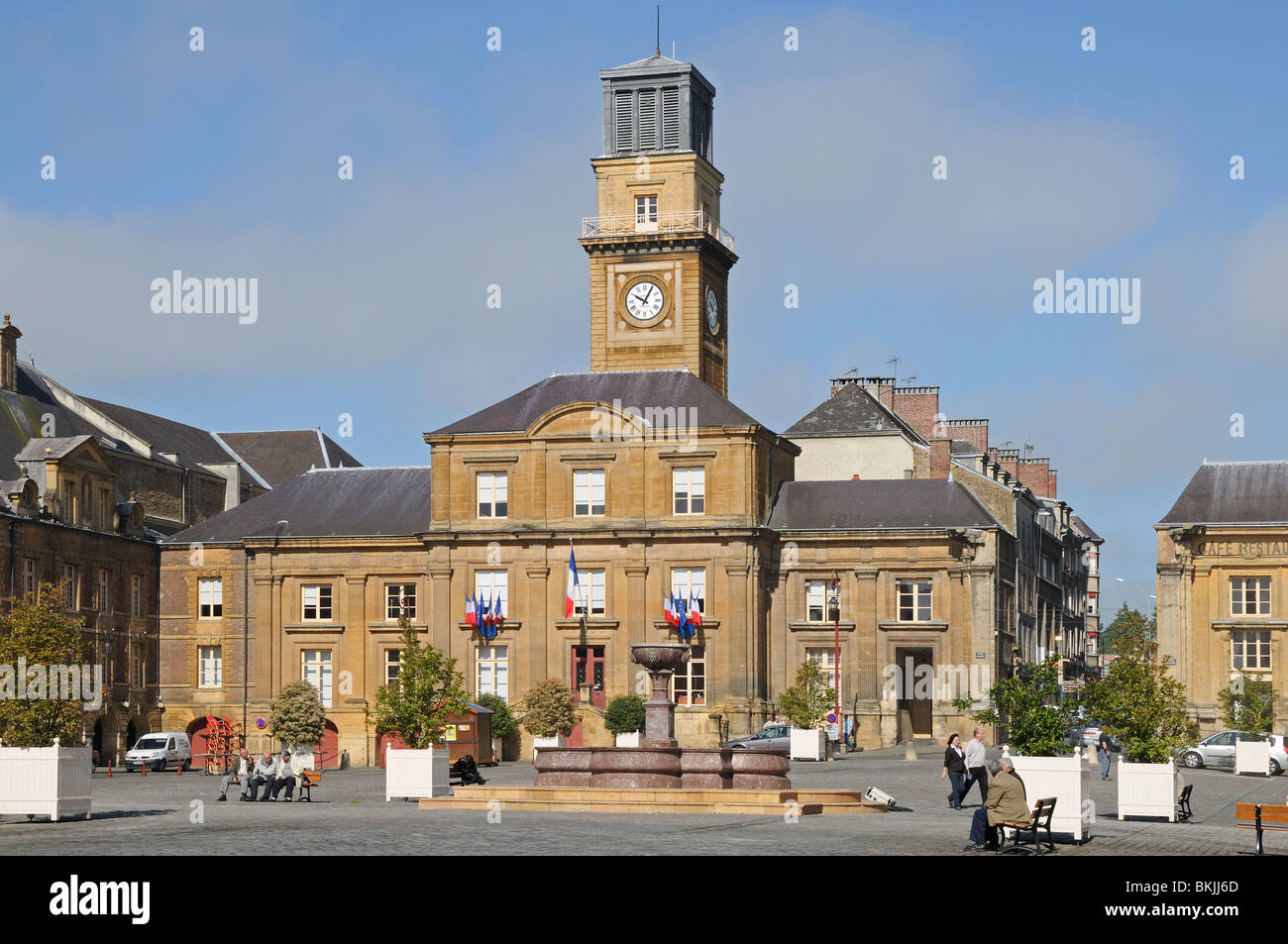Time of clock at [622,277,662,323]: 10:04
